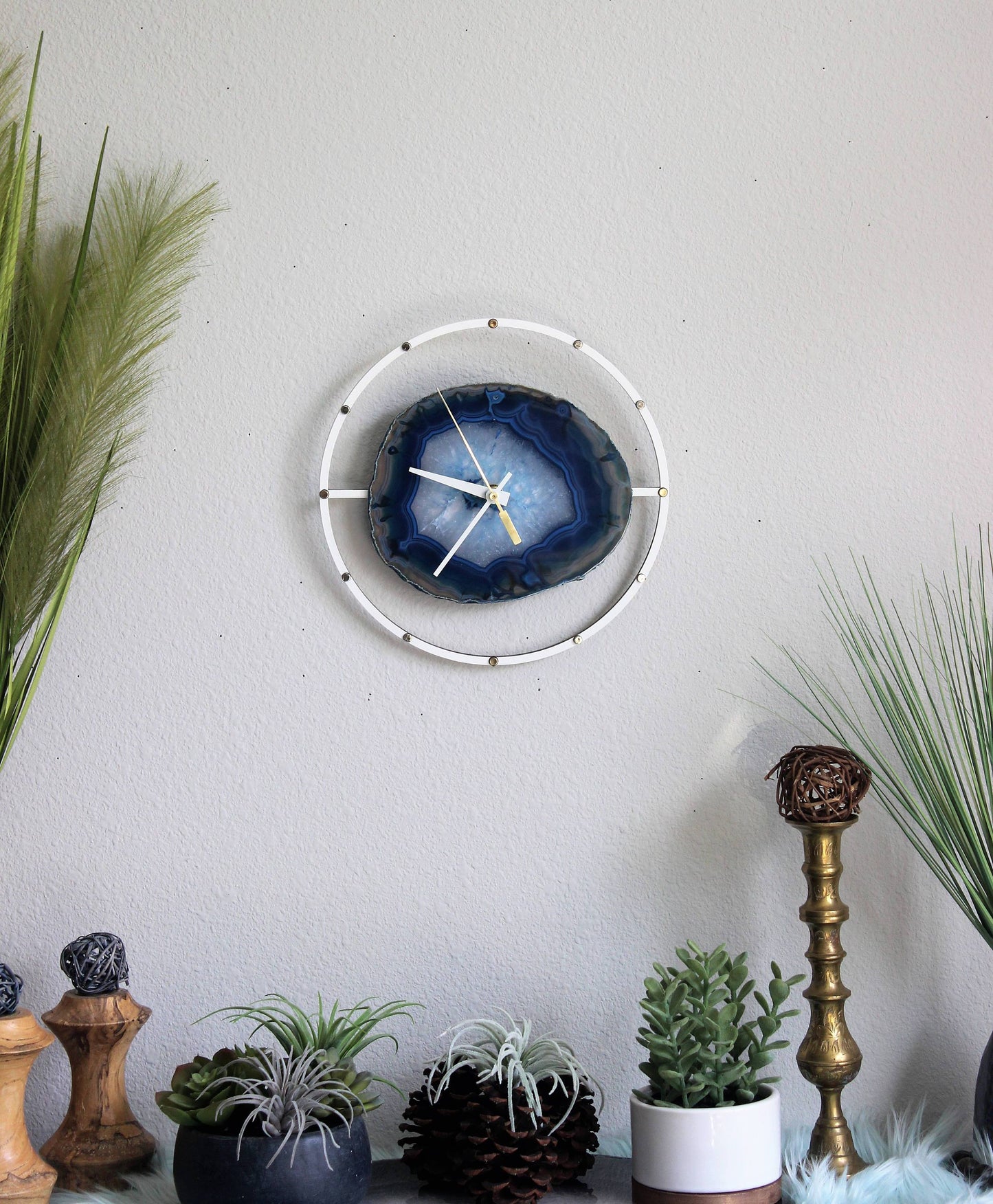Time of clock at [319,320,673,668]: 9:35
